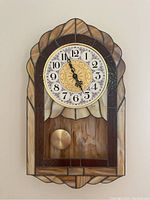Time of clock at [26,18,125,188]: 4:56
